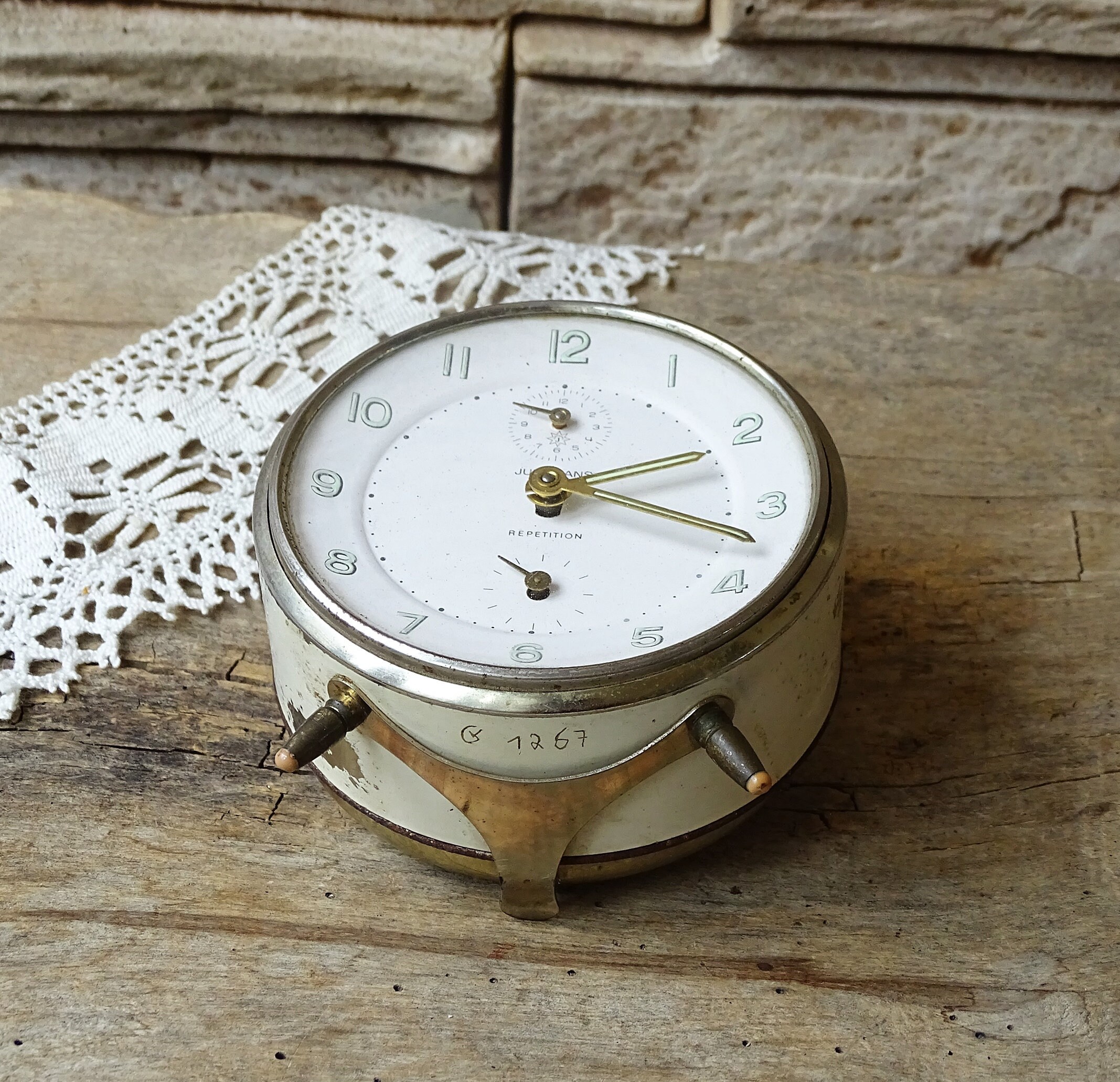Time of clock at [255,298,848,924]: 2:18
